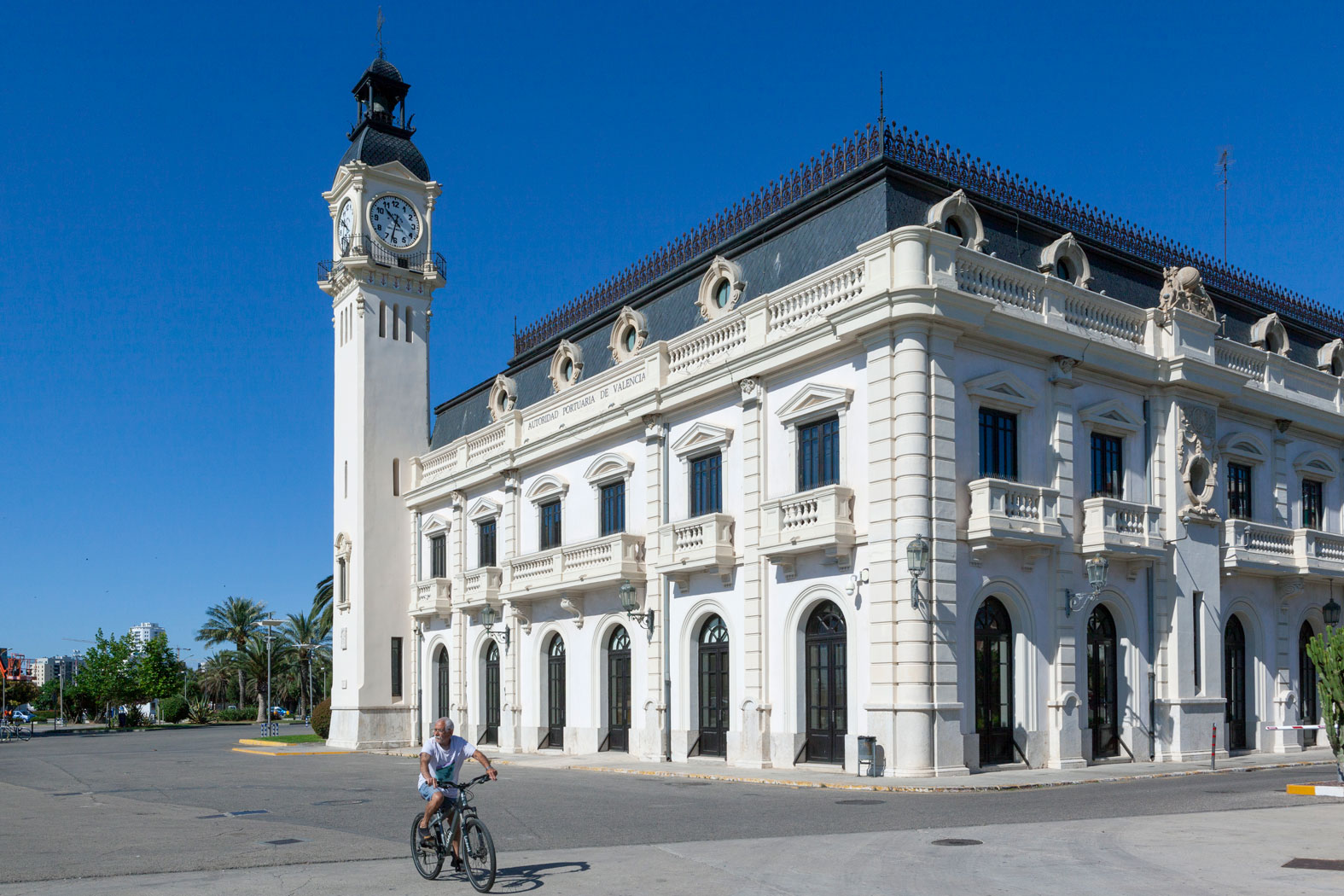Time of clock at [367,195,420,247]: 10:32
